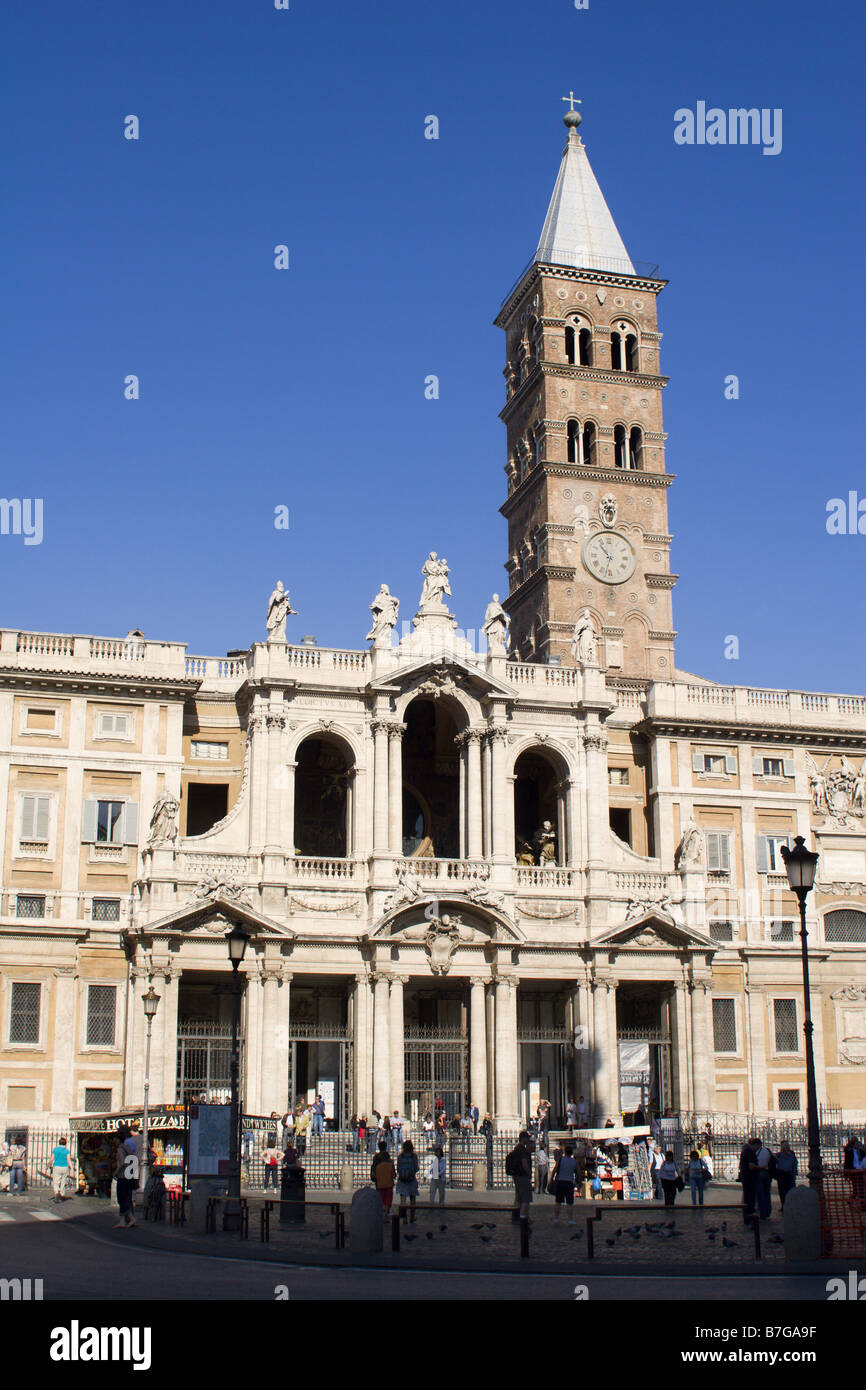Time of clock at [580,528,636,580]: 10:32
